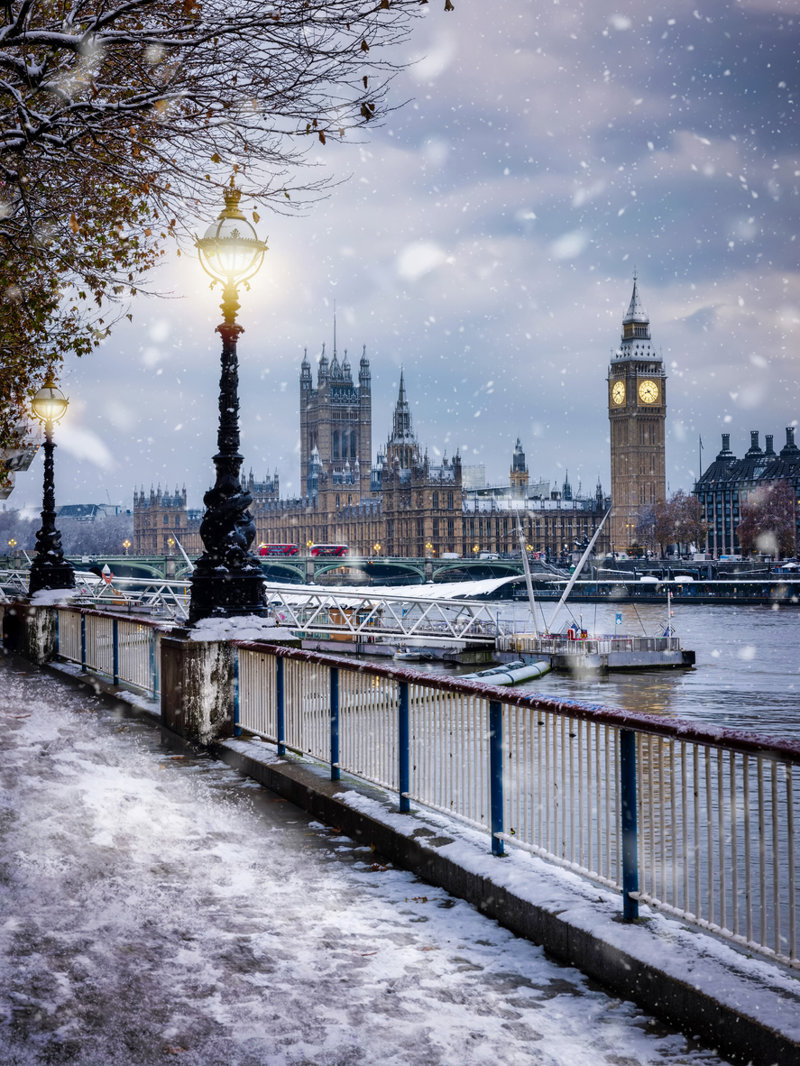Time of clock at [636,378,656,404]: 8:22
